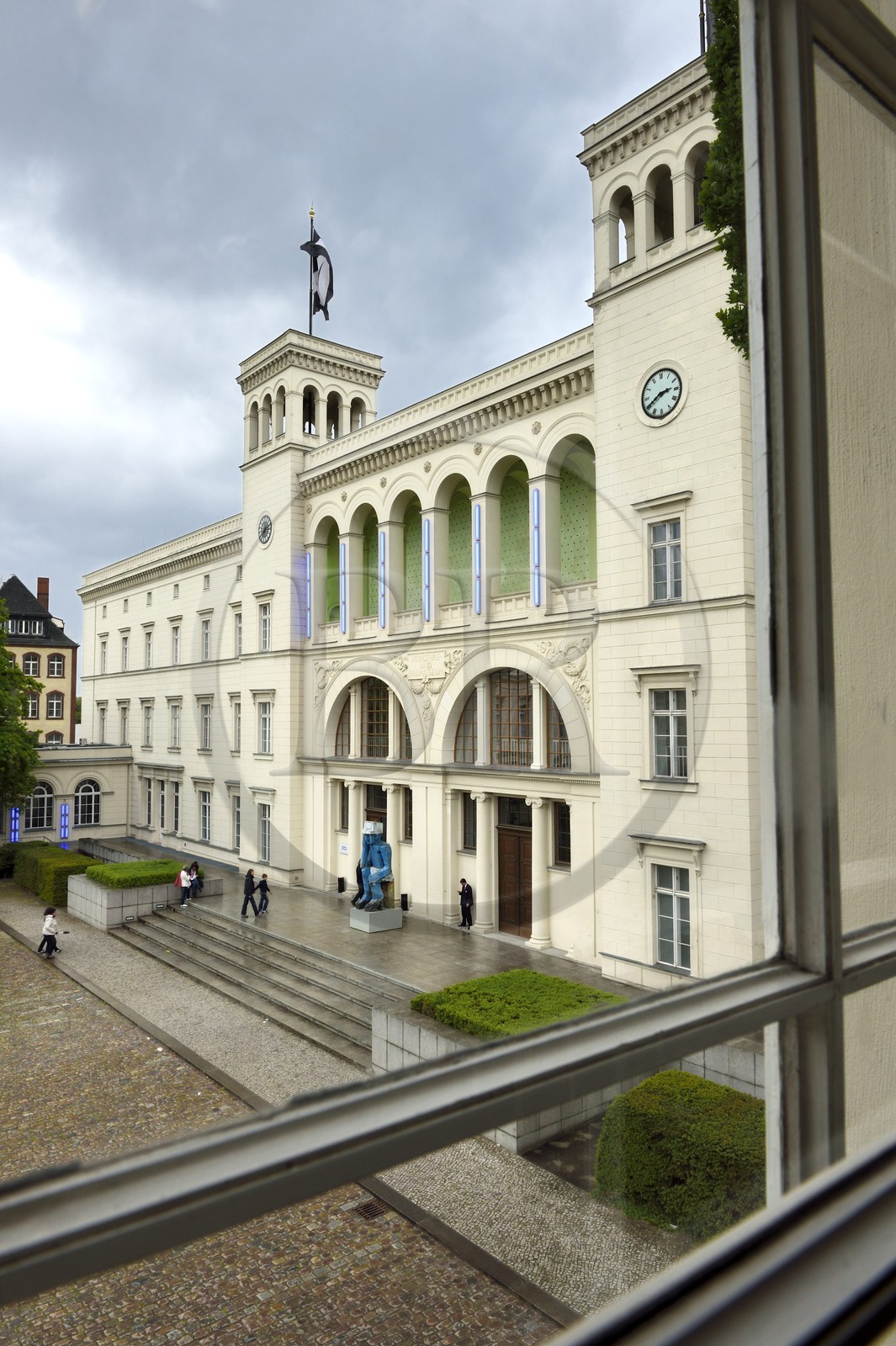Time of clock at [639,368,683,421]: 2:40
